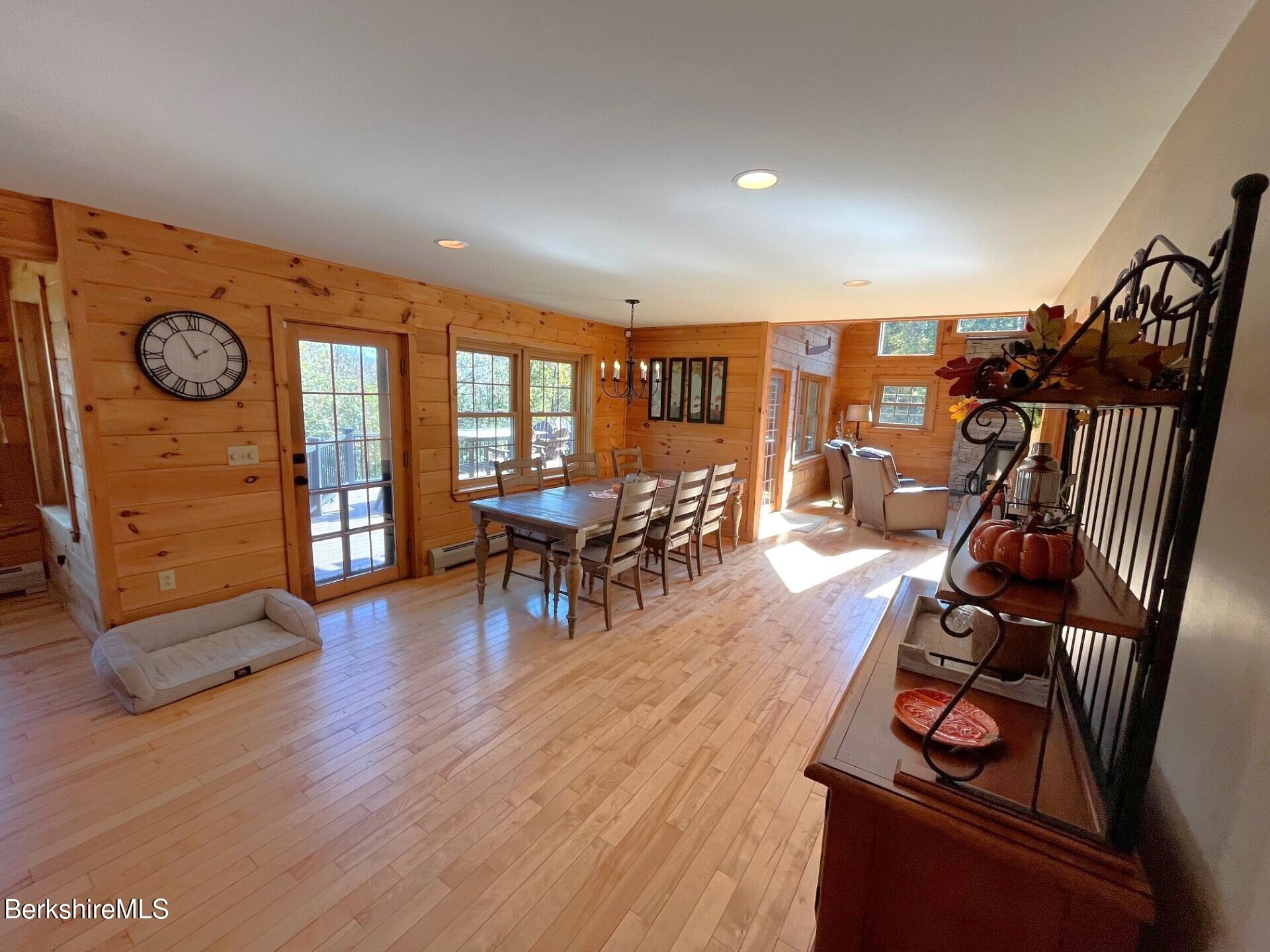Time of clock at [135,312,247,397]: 1:55
